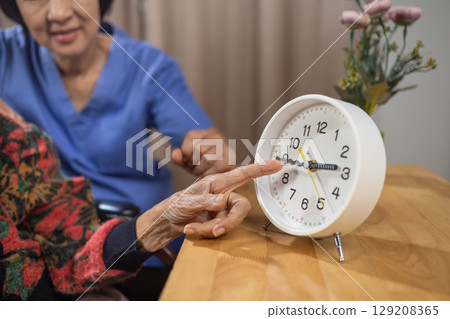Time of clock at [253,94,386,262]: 2:44
